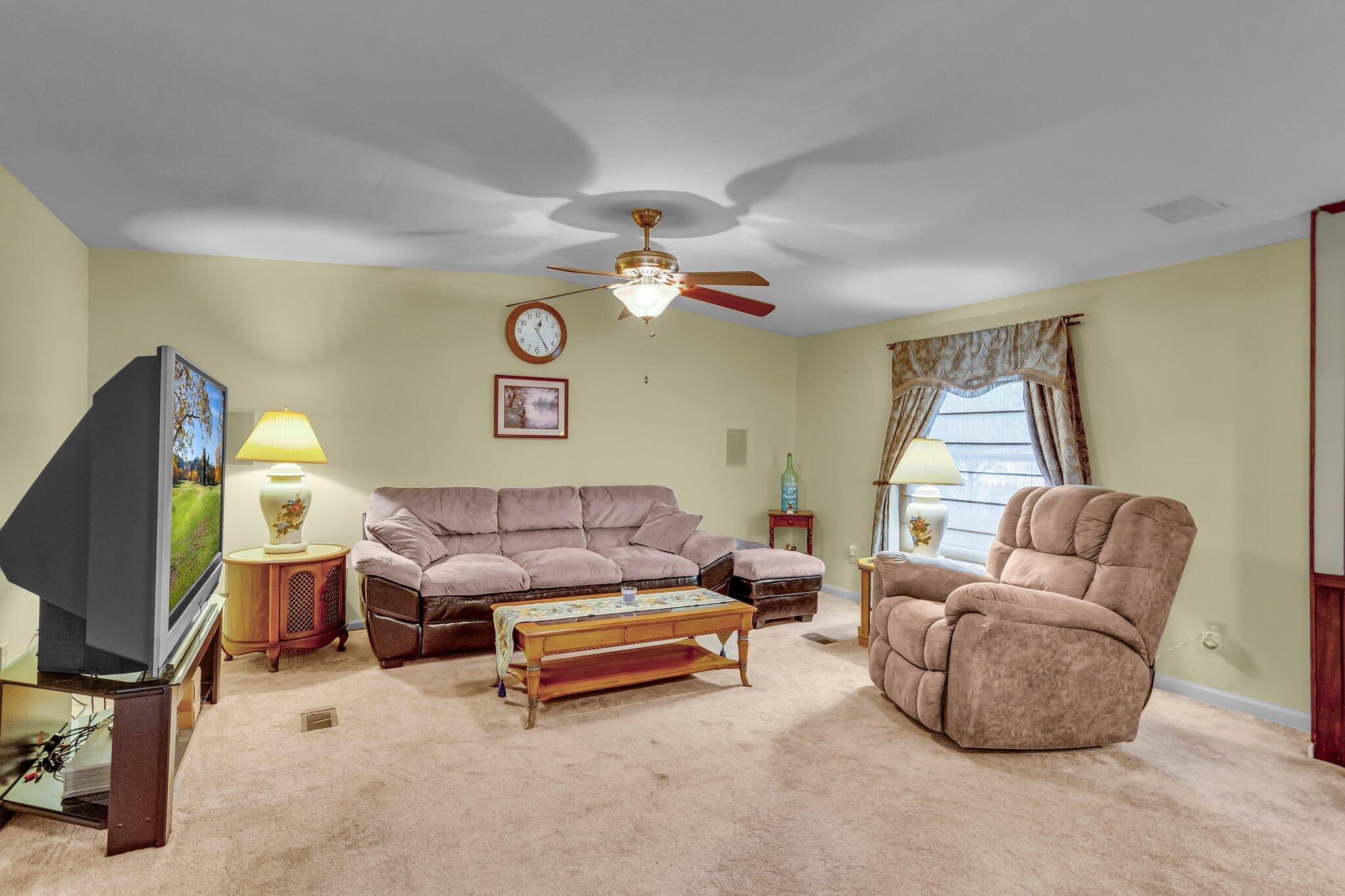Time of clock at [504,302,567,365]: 12:24
